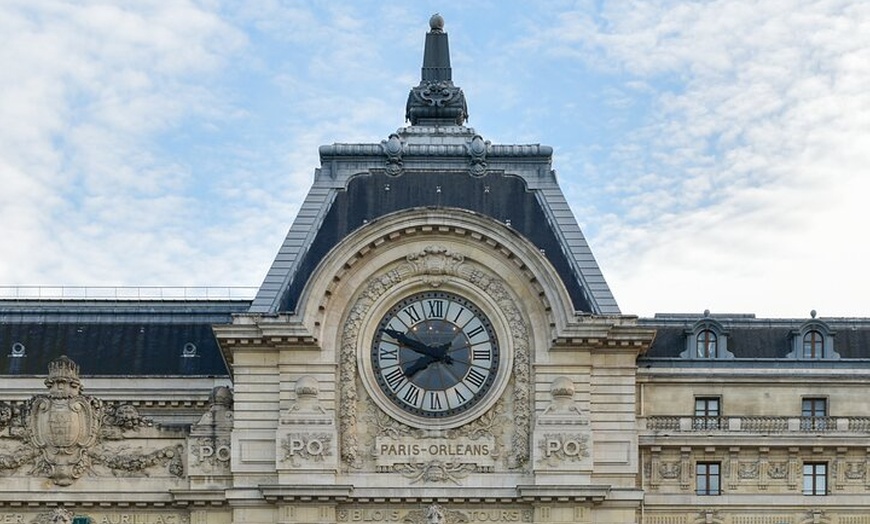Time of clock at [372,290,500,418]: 7:48
